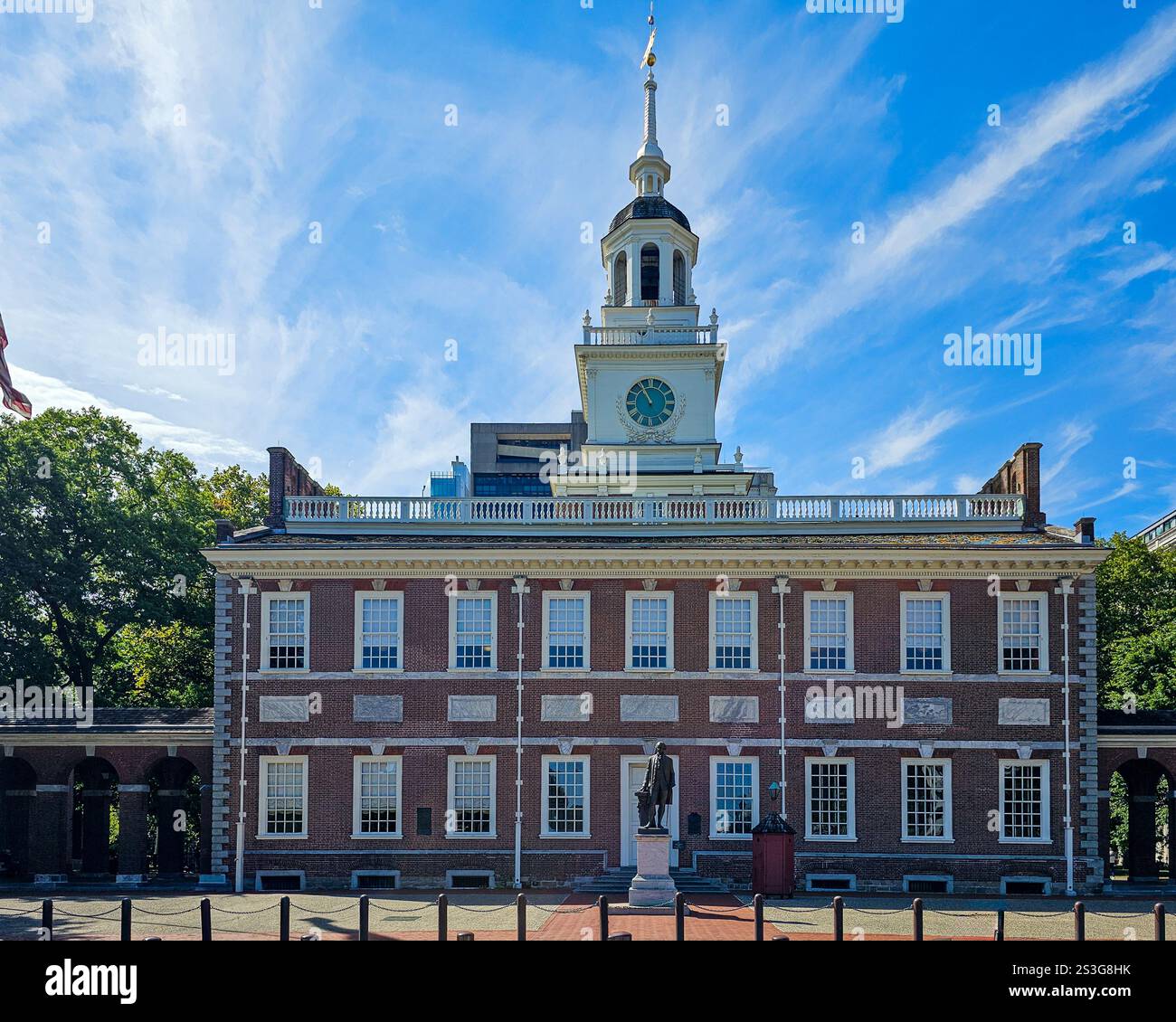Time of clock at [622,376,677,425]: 10:55
